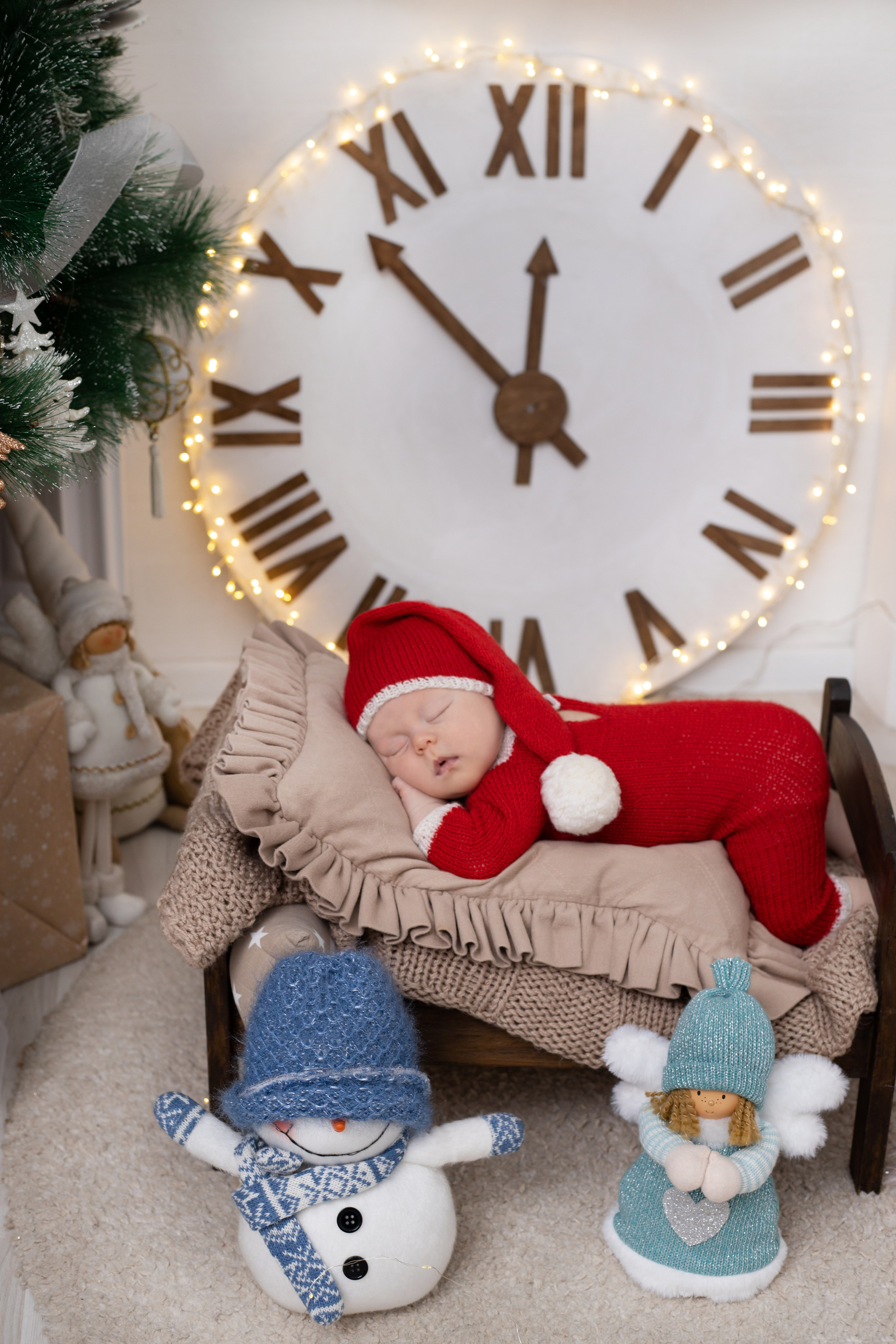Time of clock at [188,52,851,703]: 11:52
